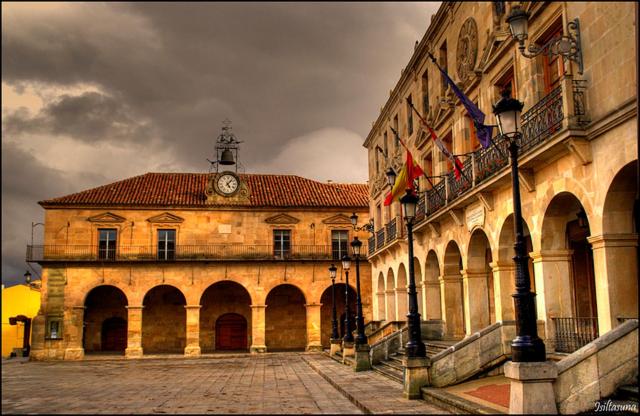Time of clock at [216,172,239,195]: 5:06
